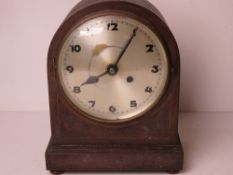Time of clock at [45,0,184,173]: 8:05
